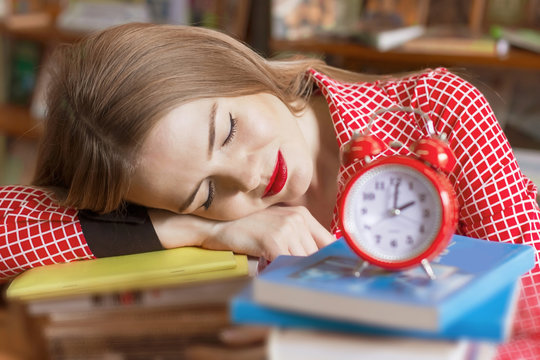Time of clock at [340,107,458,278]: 2:01
